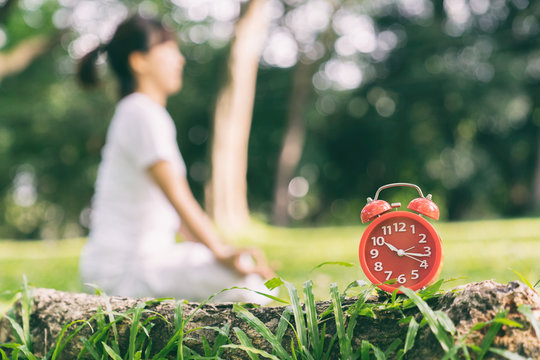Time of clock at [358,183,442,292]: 10:16
